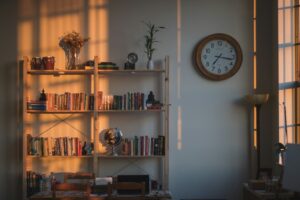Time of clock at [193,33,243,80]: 7:16
